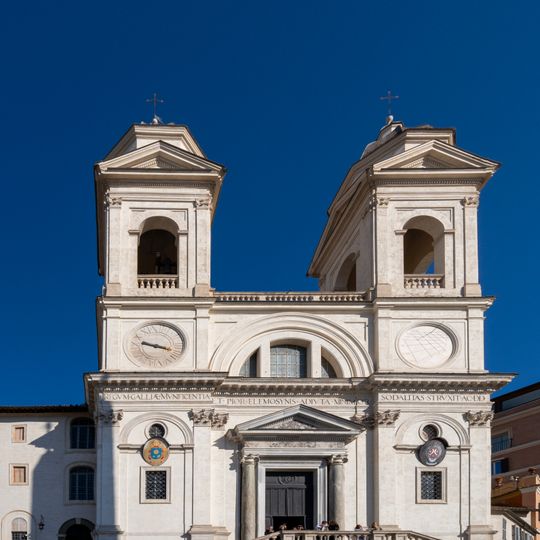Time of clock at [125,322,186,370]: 9:17
